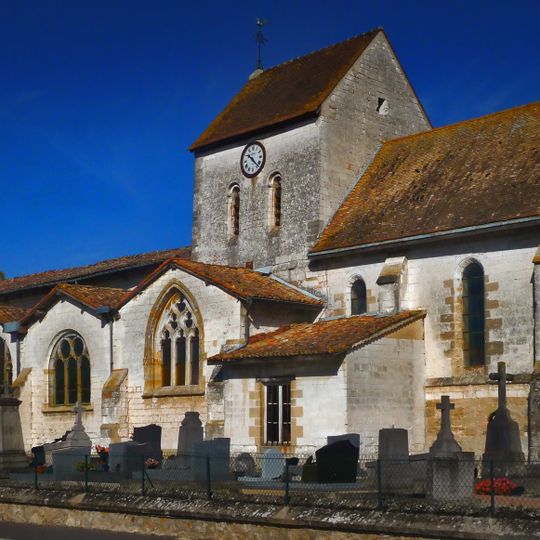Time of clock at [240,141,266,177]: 10:22
